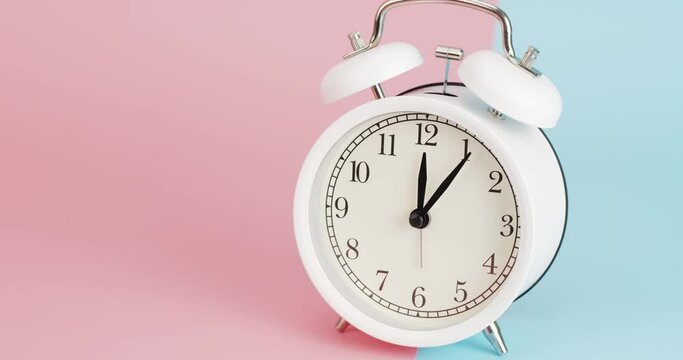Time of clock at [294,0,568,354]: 12:05
